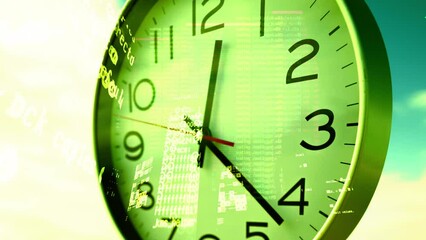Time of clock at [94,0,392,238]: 12:22
